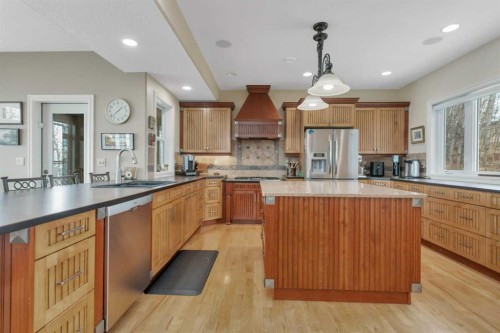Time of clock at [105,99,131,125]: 1:38
